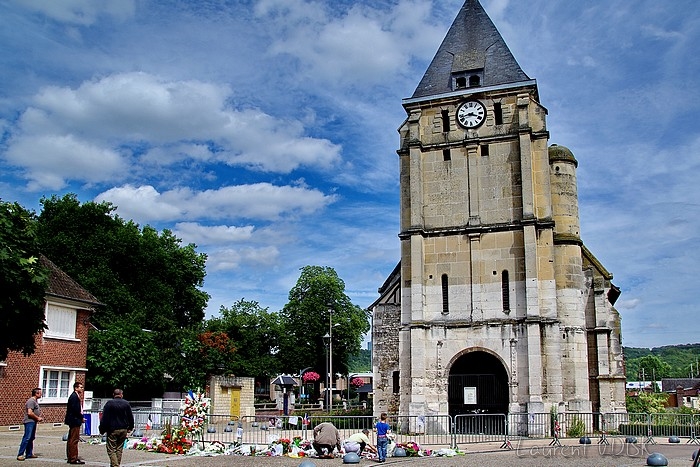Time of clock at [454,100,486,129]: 3:42
